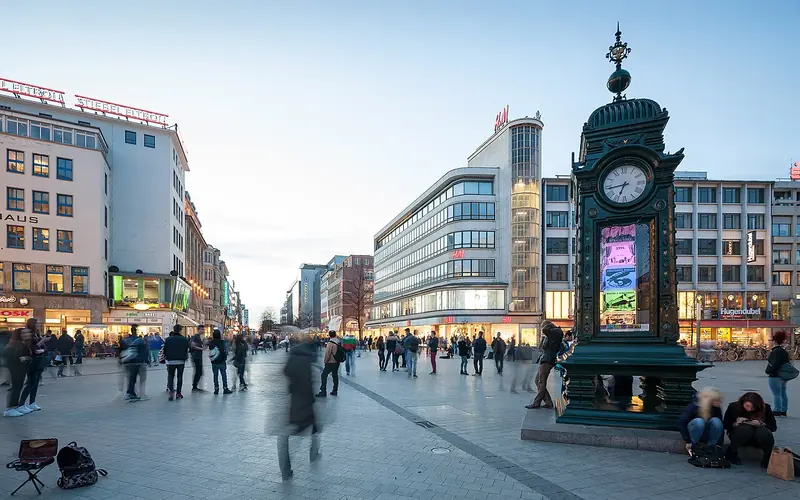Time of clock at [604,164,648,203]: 6:43
